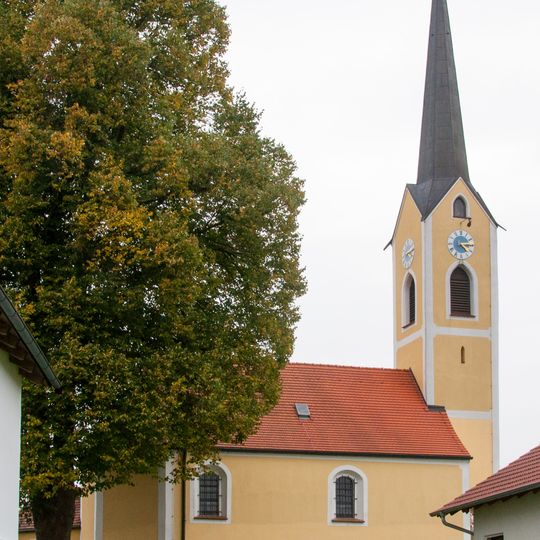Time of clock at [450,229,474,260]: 4:14
